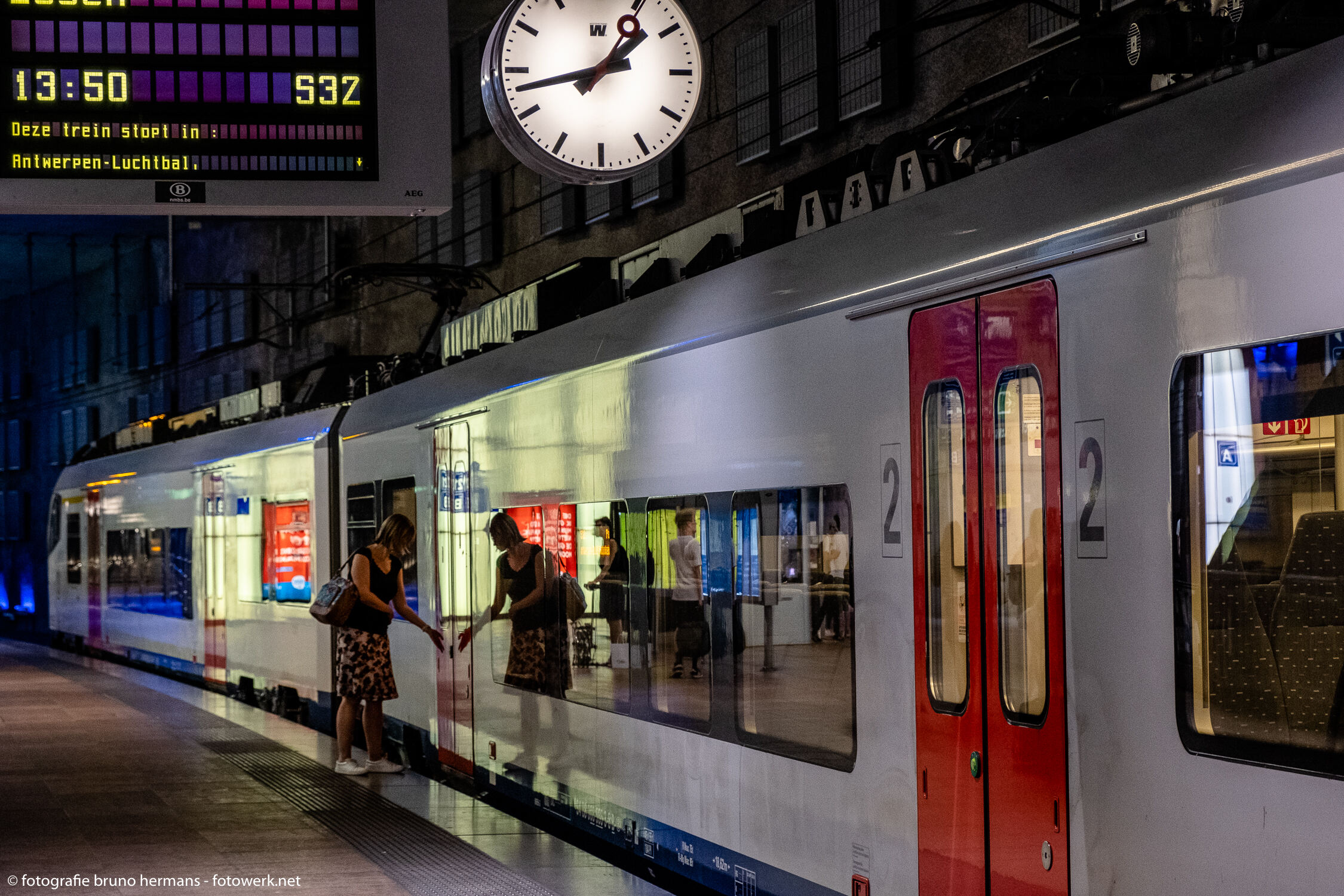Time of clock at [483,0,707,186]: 1:42
